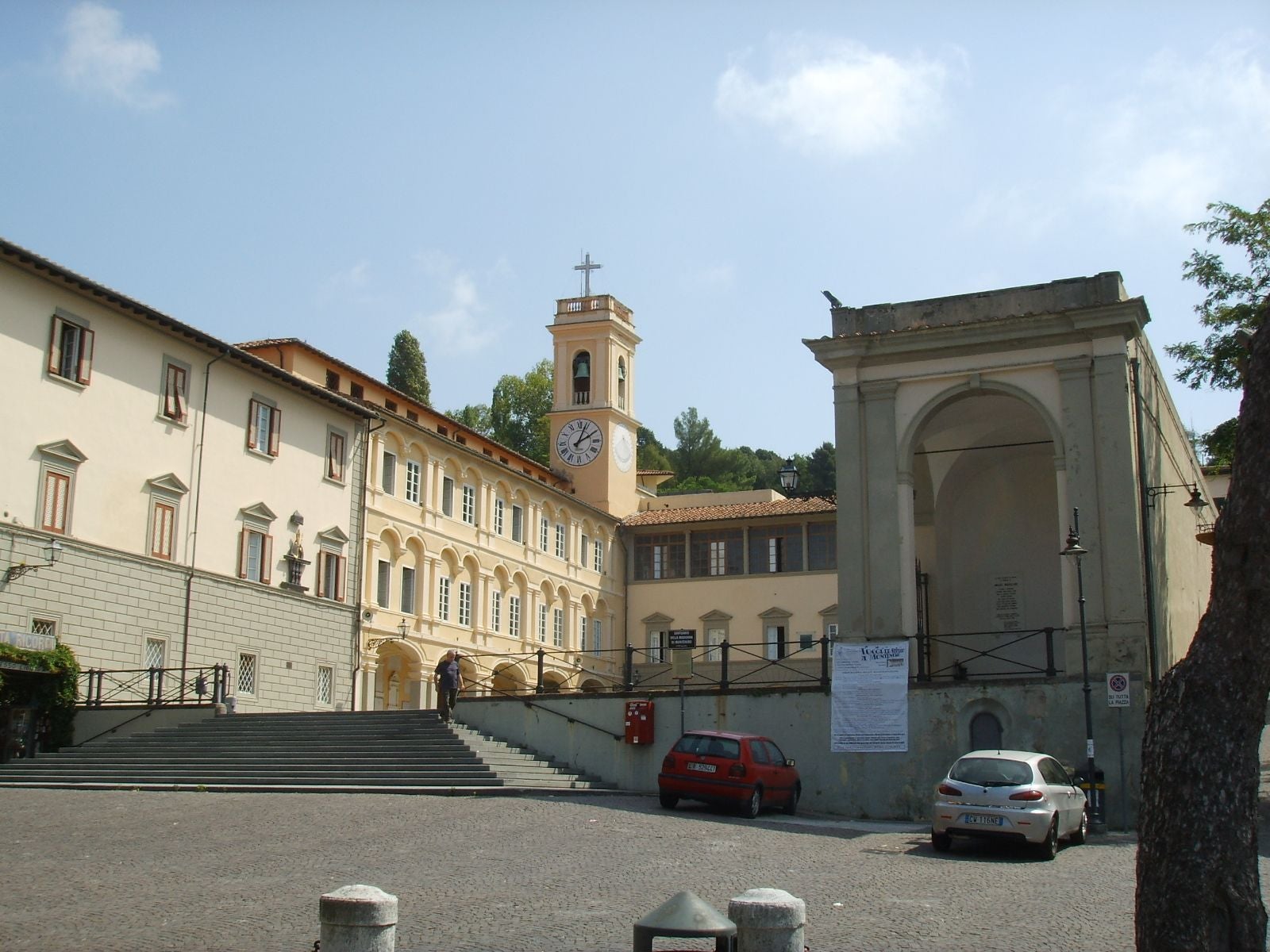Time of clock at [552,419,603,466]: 2:03
